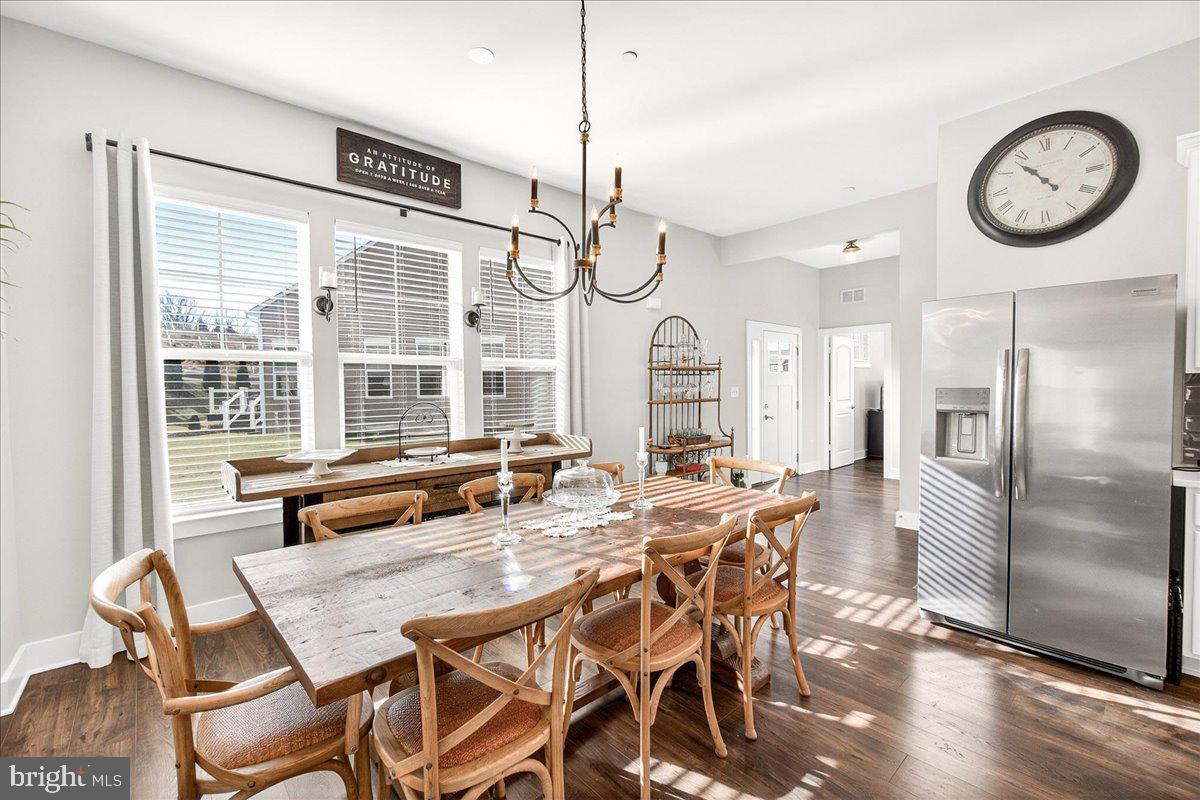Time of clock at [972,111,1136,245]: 10:53
